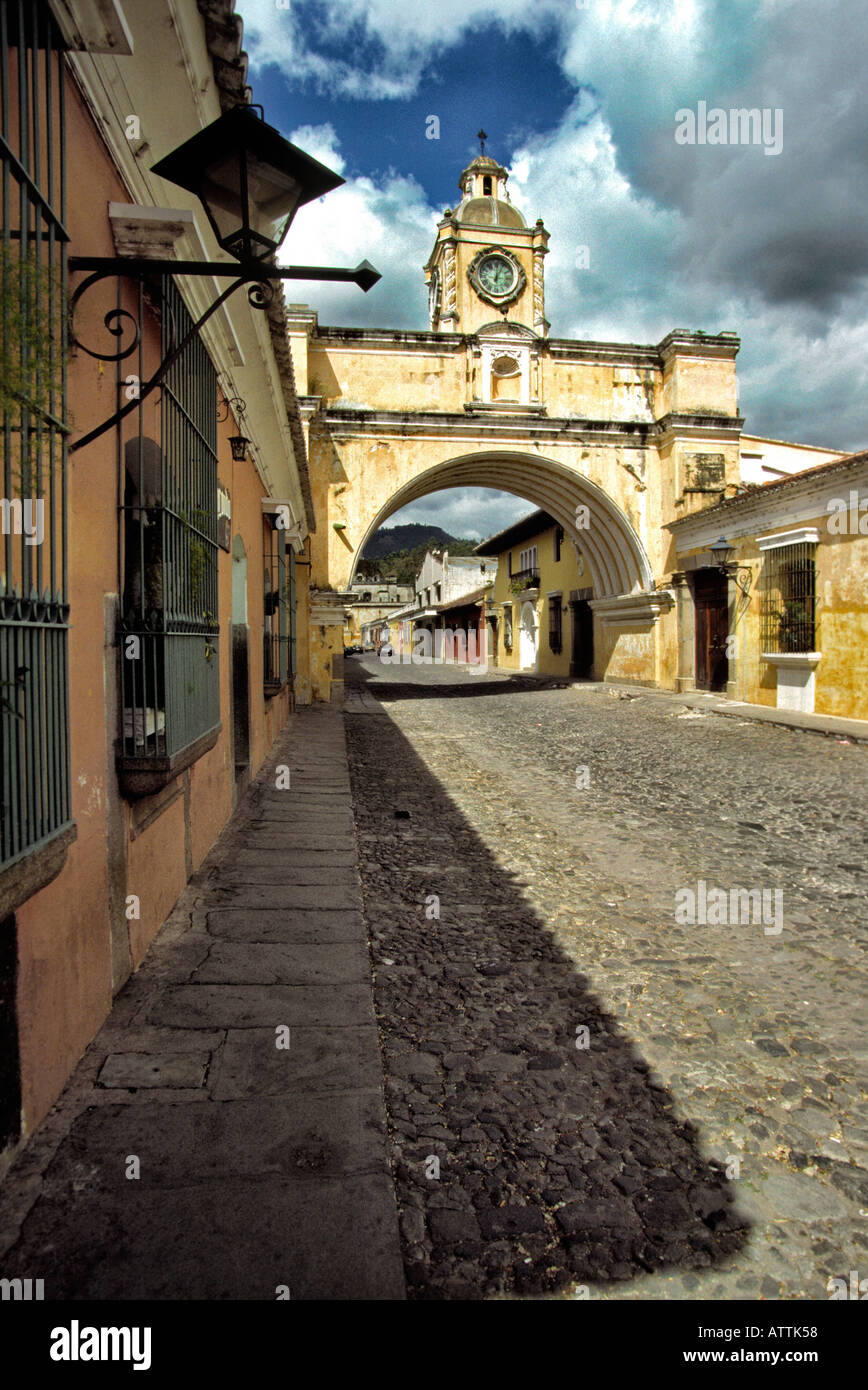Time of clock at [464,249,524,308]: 12:03
